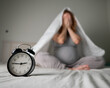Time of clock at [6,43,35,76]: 2:45
